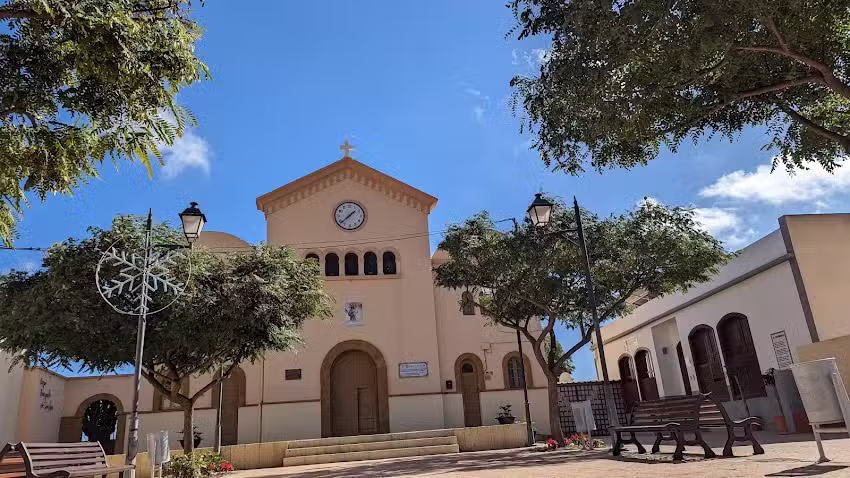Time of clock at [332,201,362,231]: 1:38
